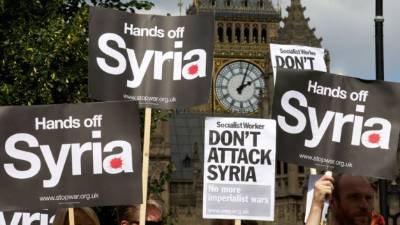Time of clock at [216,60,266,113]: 2:03
